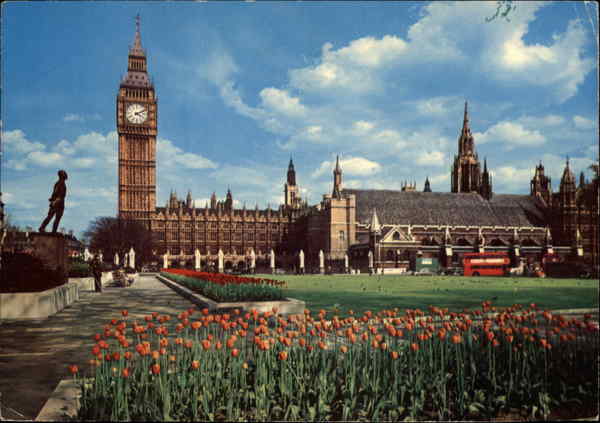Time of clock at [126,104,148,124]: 4:10
